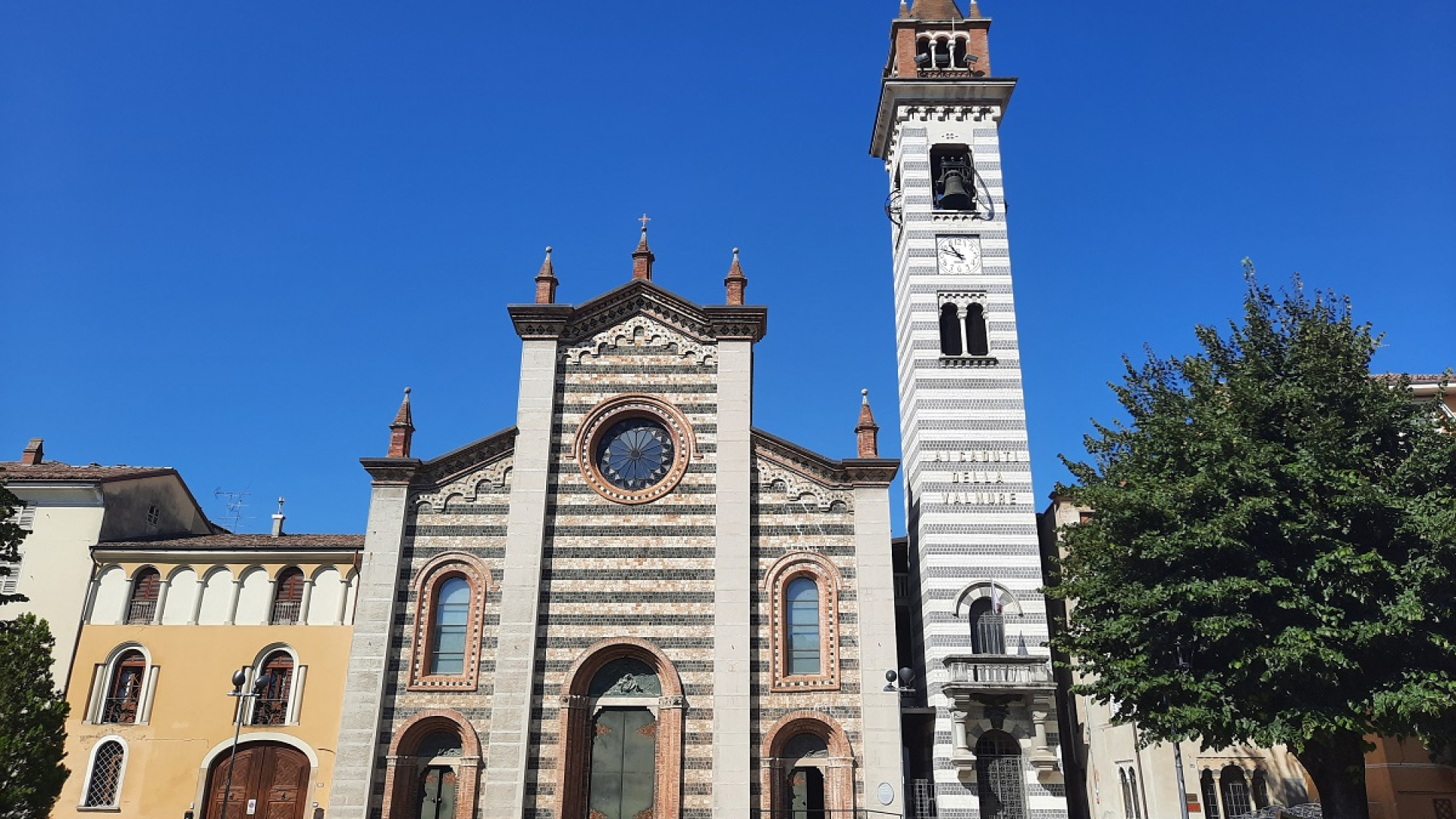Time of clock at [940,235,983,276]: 10:48
